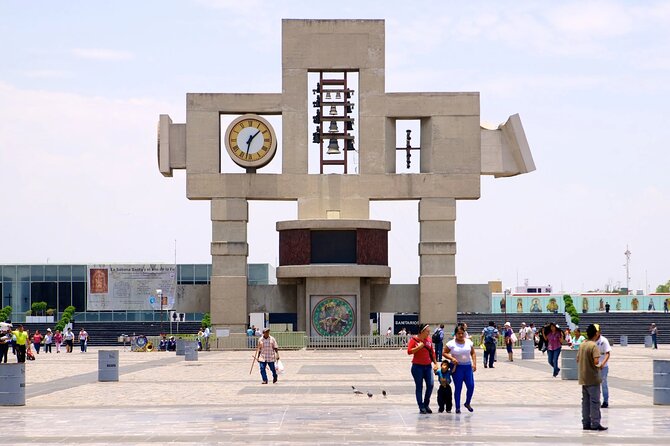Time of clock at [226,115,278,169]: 1:32
